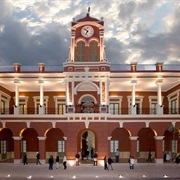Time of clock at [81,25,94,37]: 6:52
